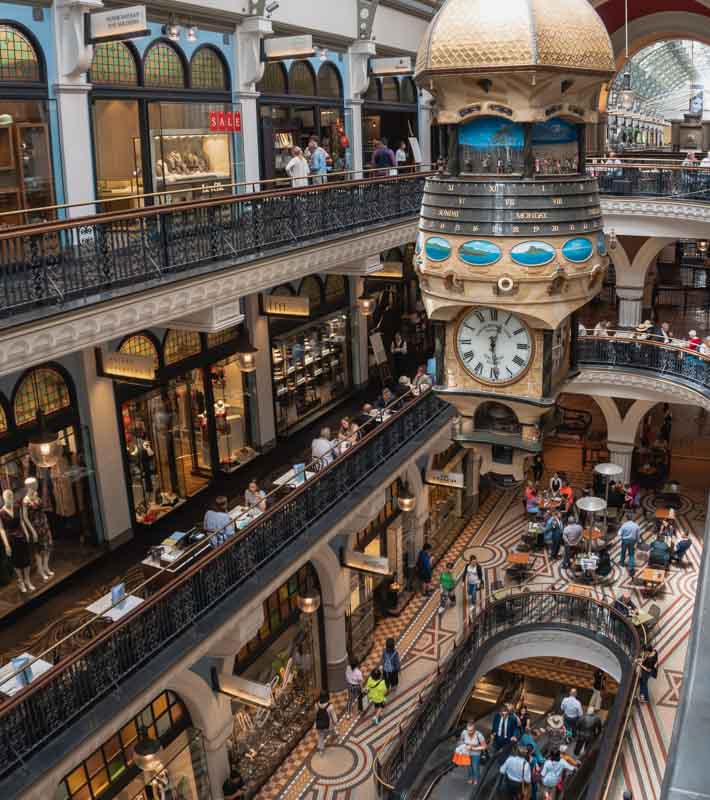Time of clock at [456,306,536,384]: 12:28
